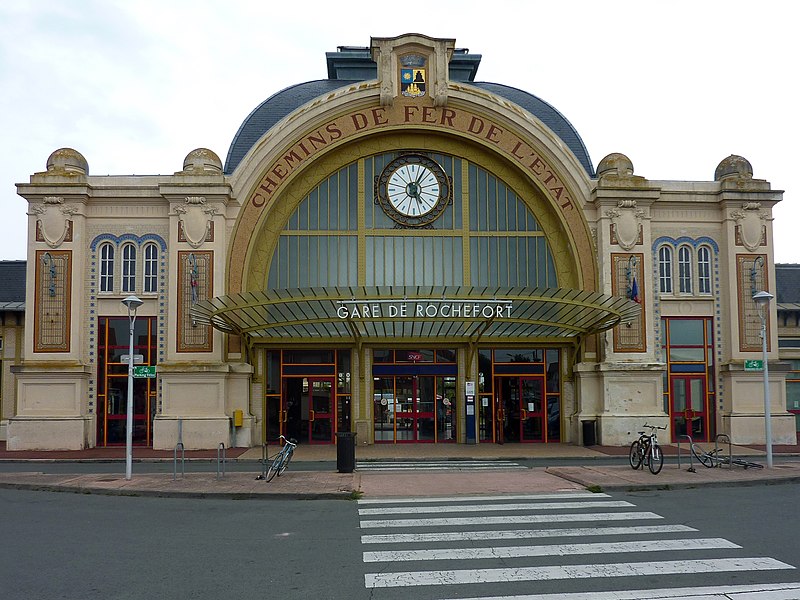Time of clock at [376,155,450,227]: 5:05
